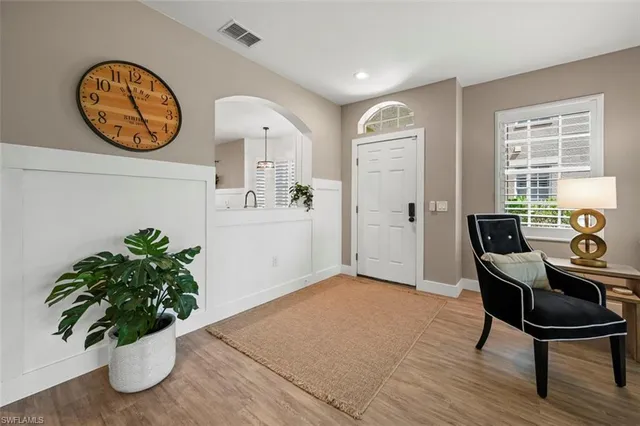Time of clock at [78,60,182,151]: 11:25
